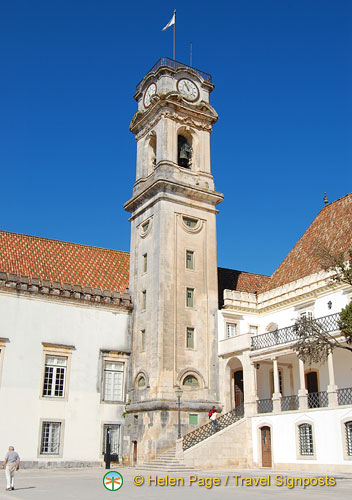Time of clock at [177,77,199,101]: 10:56
